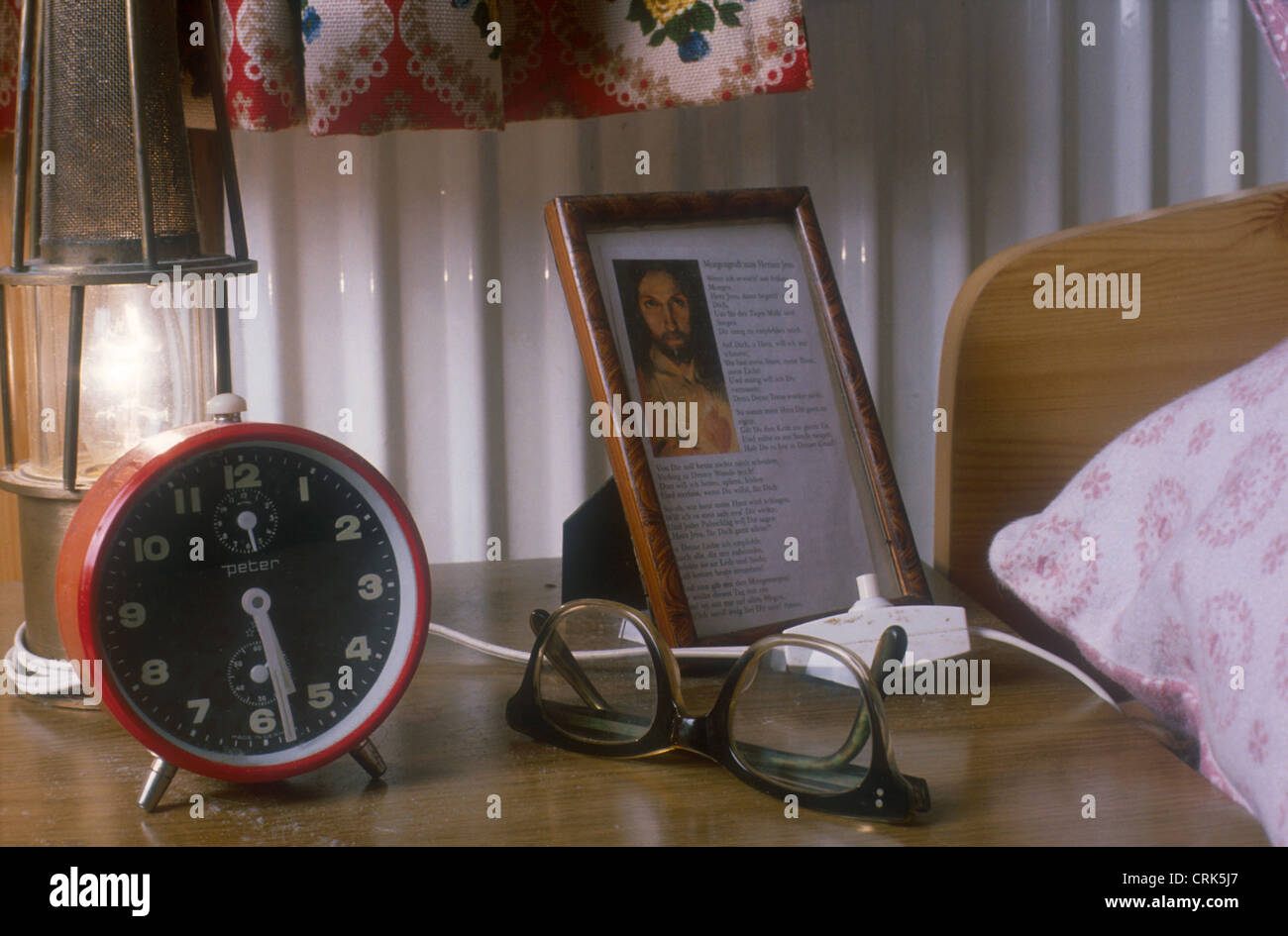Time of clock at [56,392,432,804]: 5:28
